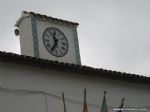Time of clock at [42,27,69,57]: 11:35
